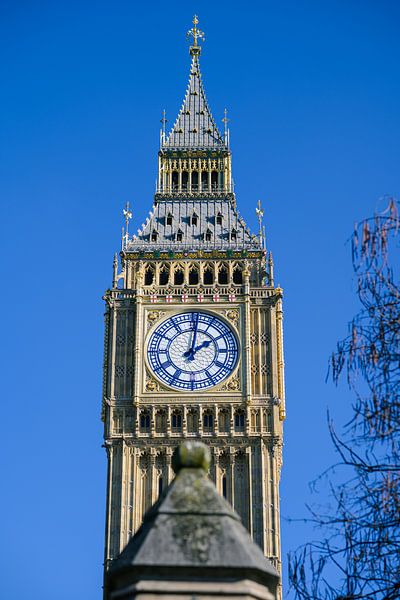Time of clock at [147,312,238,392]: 2:01
